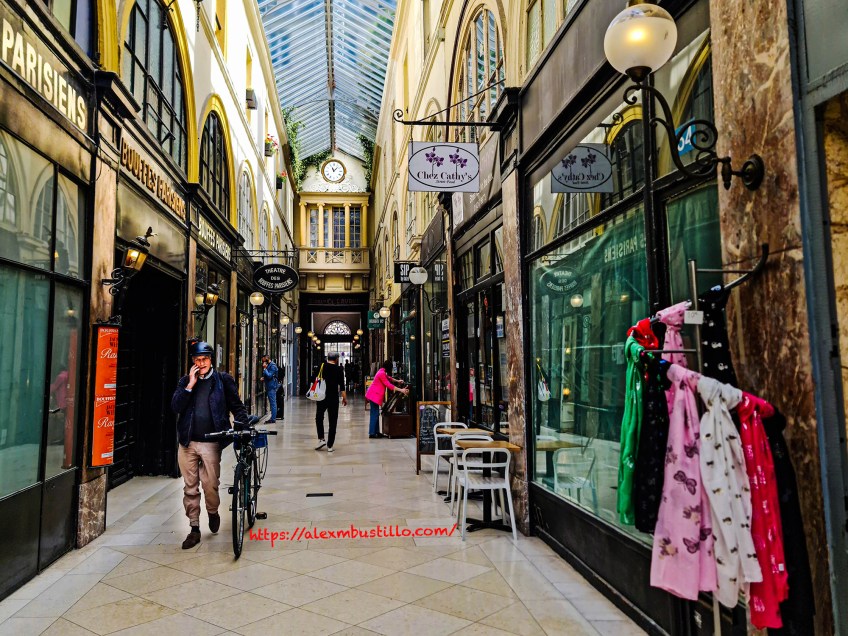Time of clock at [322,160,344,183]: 11:07
